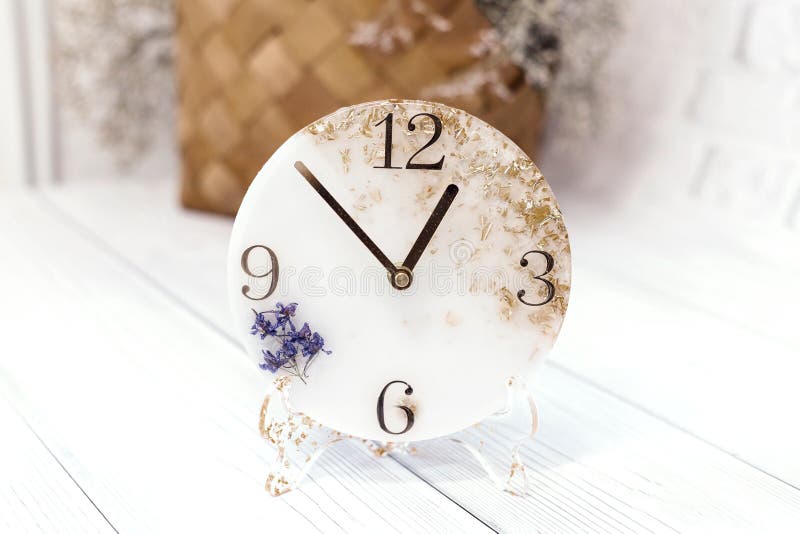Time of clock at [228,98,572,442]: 12:52
